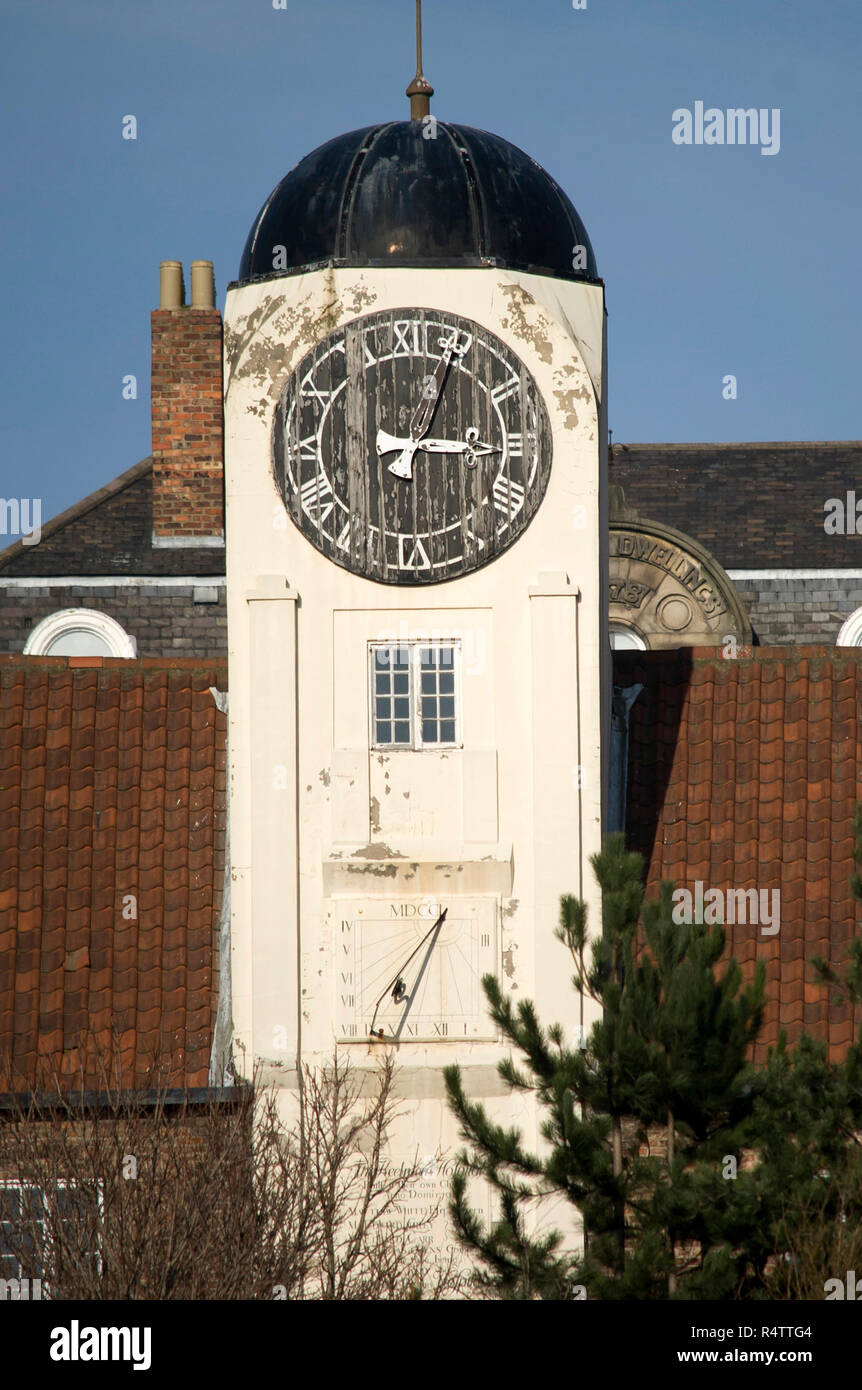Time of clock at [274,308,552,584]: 3:02
